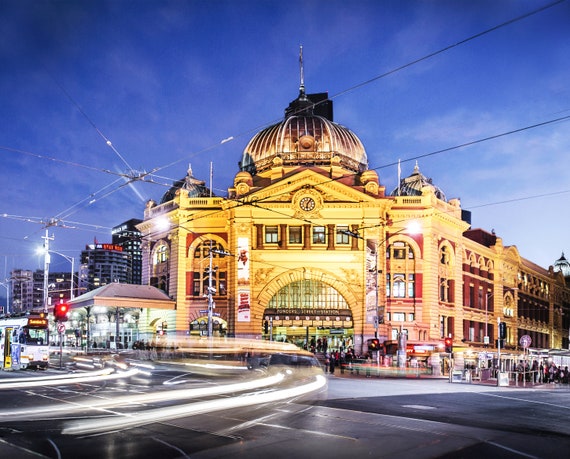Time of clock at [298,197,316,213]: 6:06
